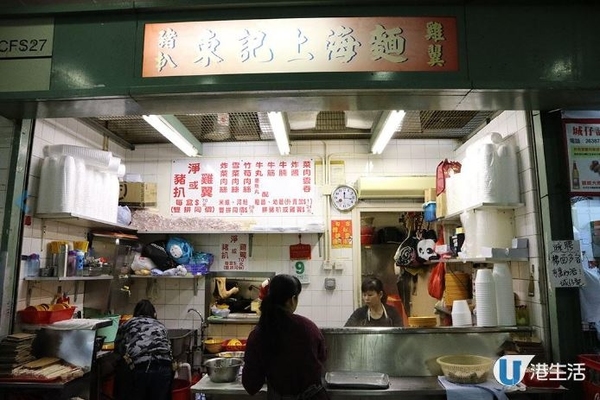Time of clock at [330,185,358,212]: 12:16
